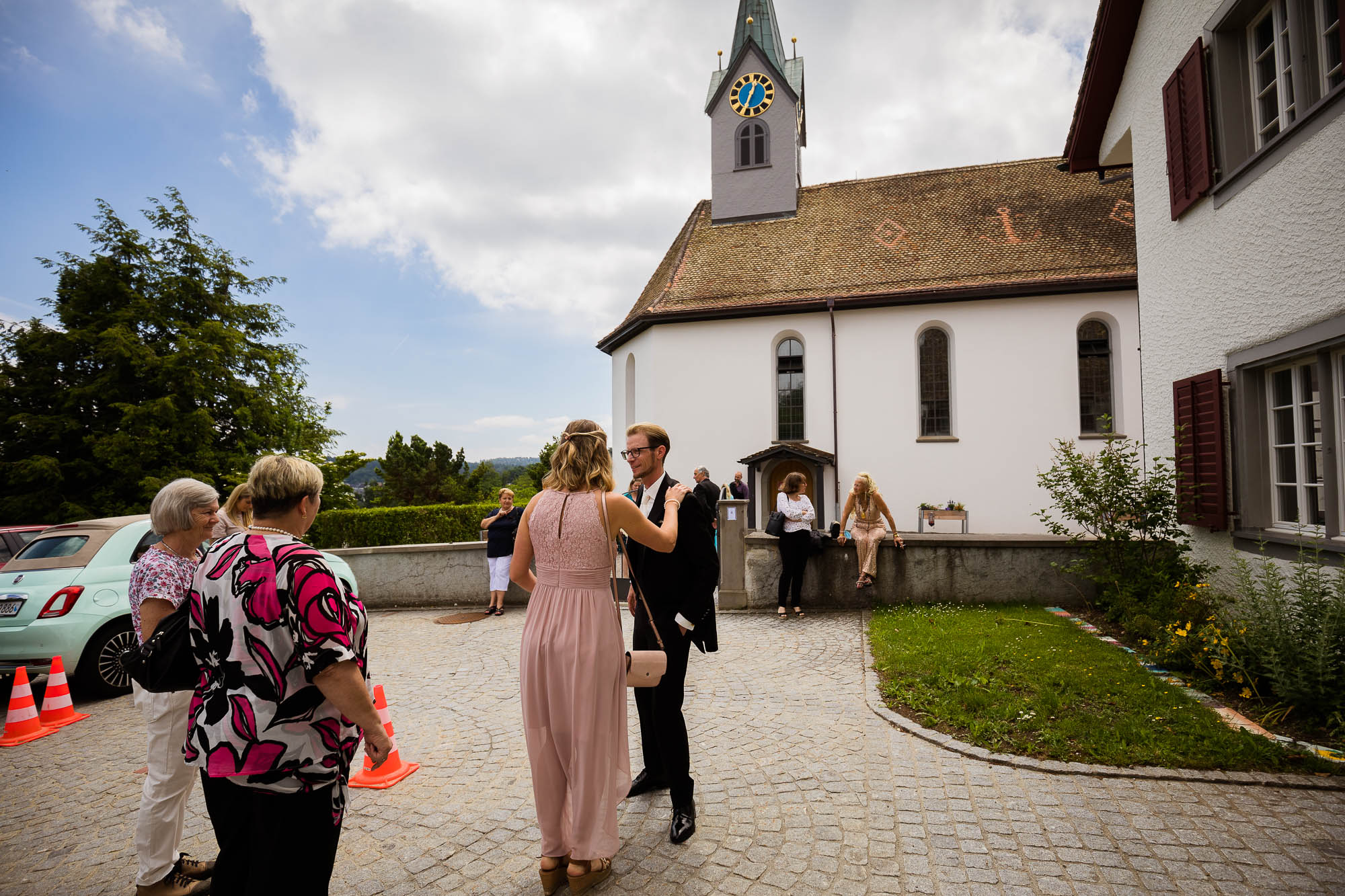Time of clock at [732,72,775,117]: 12:32
